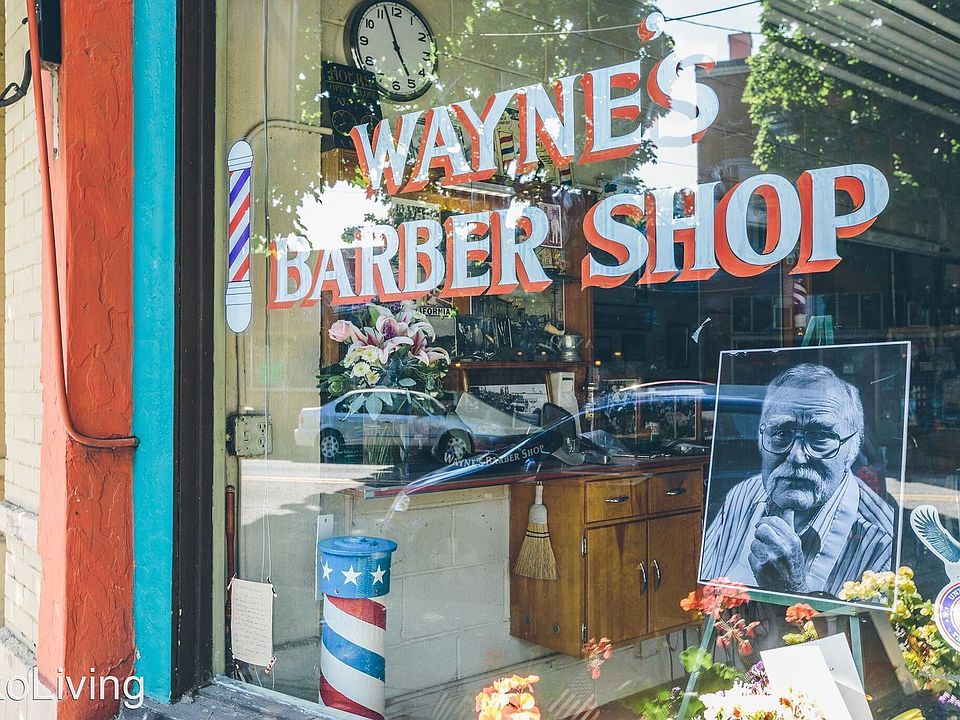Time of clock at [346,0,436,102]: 4:56
